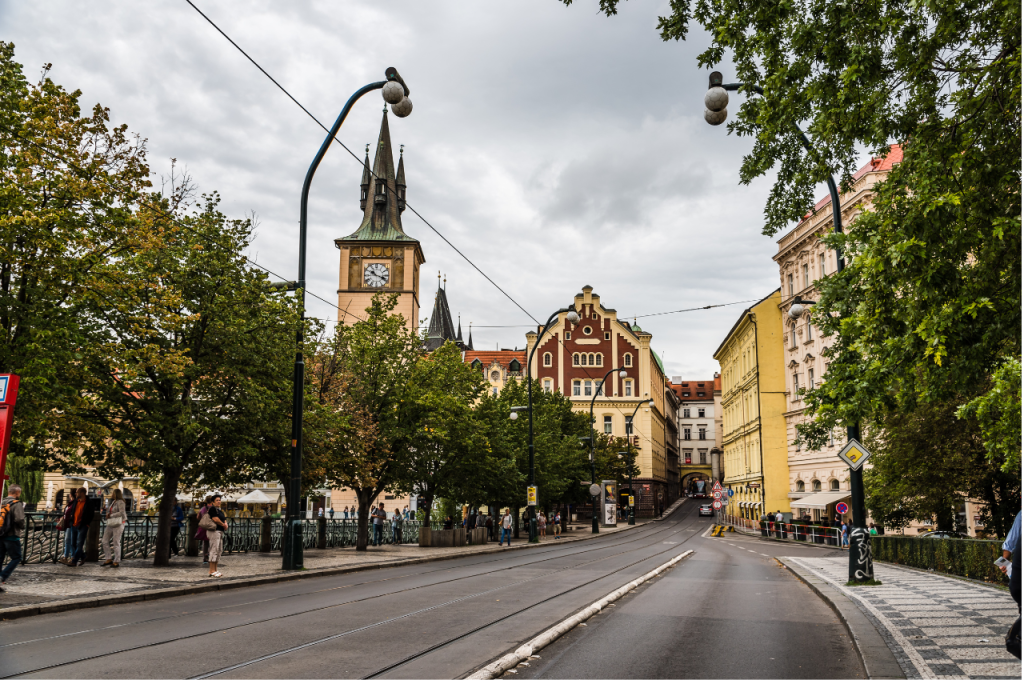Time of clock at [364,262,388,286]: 10:18
